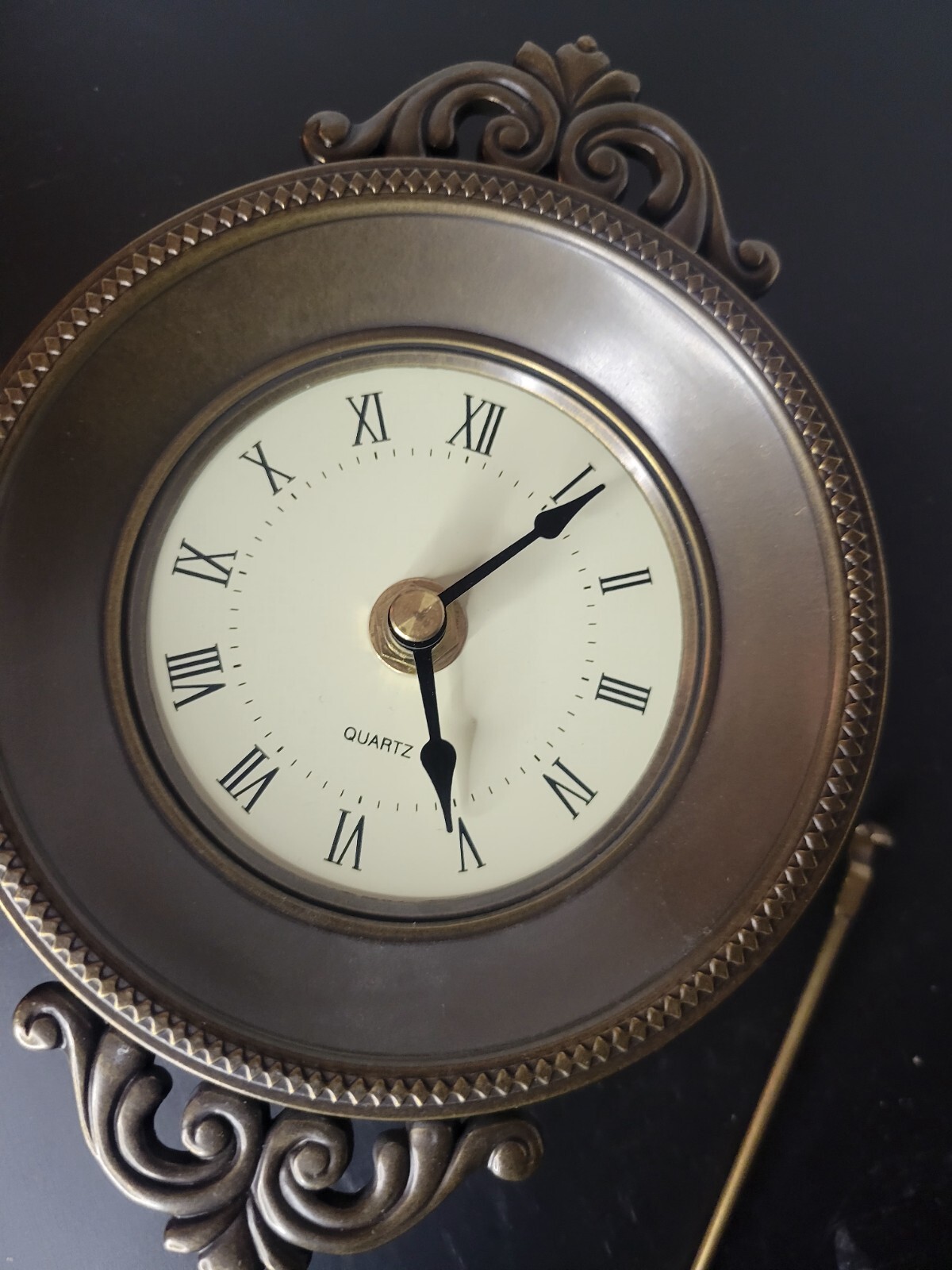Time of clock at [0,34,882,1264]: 5:06
